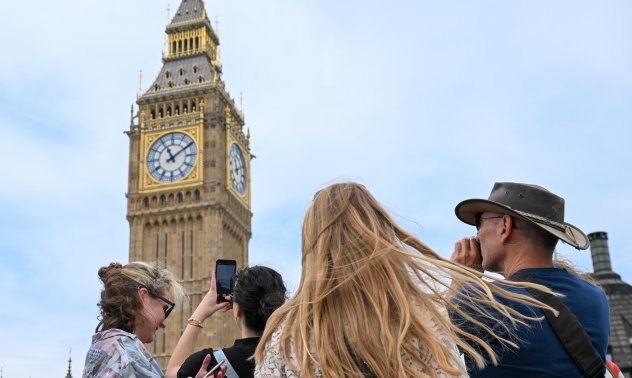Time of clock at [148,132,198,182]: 11:09
